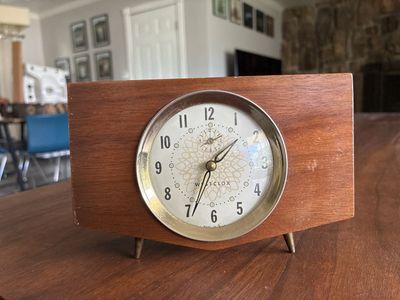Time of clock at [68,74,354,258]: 1:33
